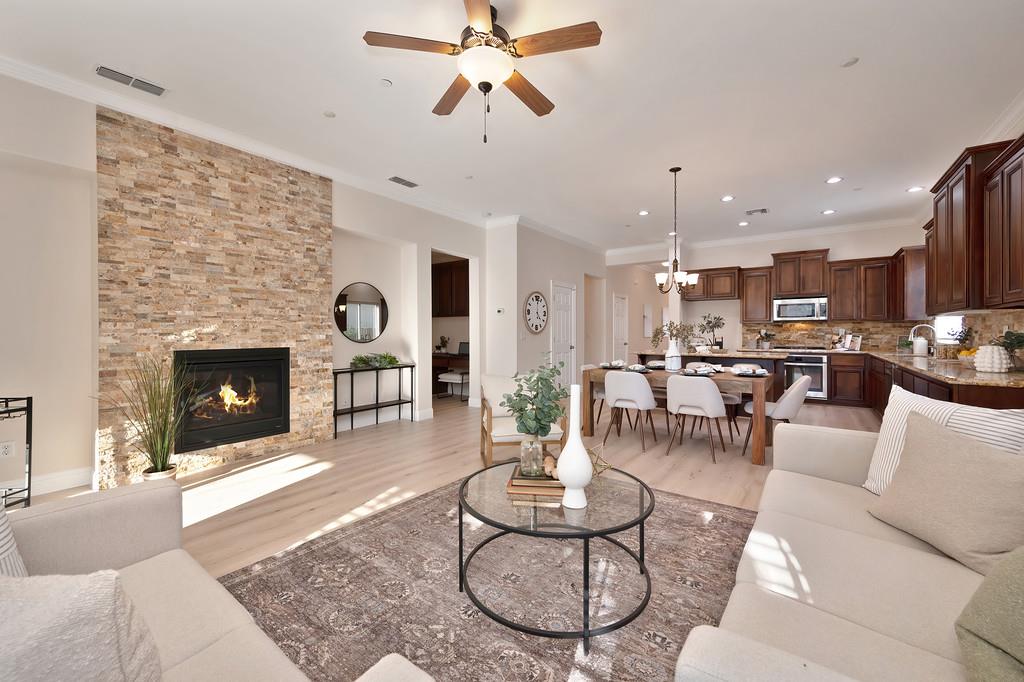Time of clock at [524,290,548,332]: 4:00
